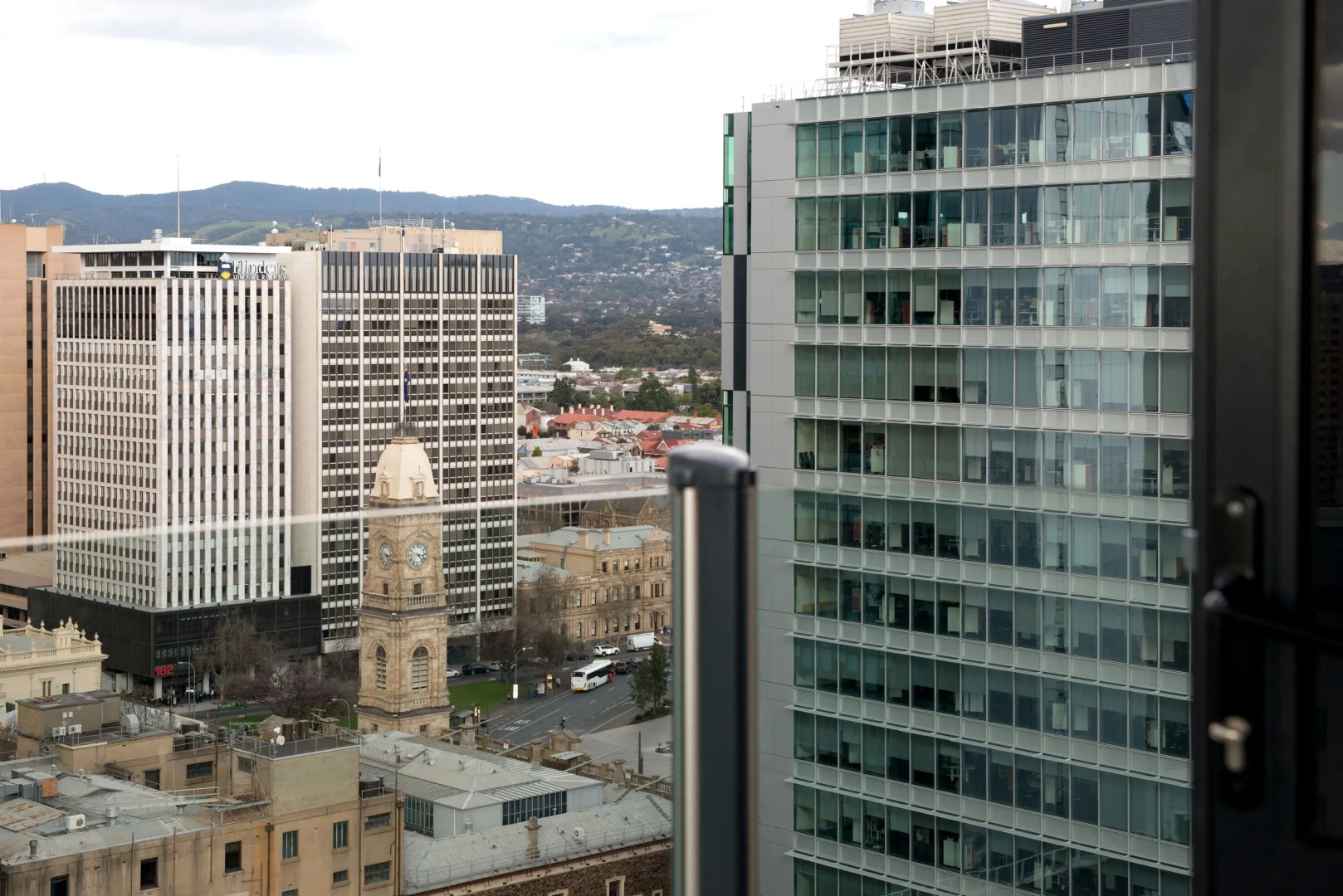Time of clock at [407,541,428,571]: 3:22
